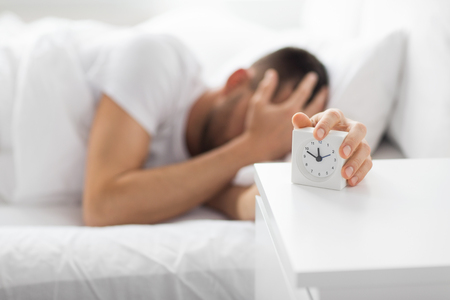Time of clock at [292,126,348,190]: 11:48
